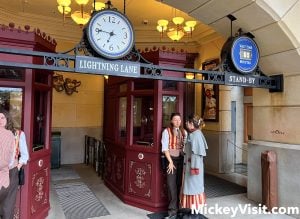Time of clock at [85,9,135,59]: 6:46
